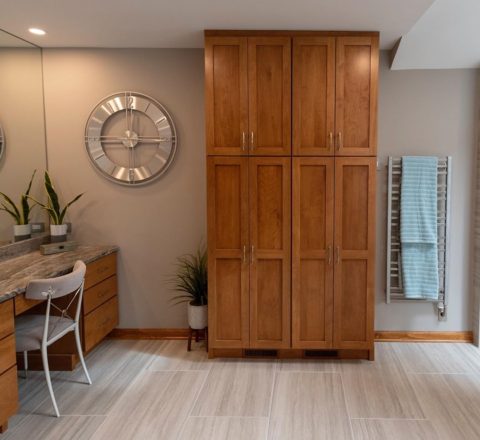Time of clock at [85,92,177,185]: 12:14
